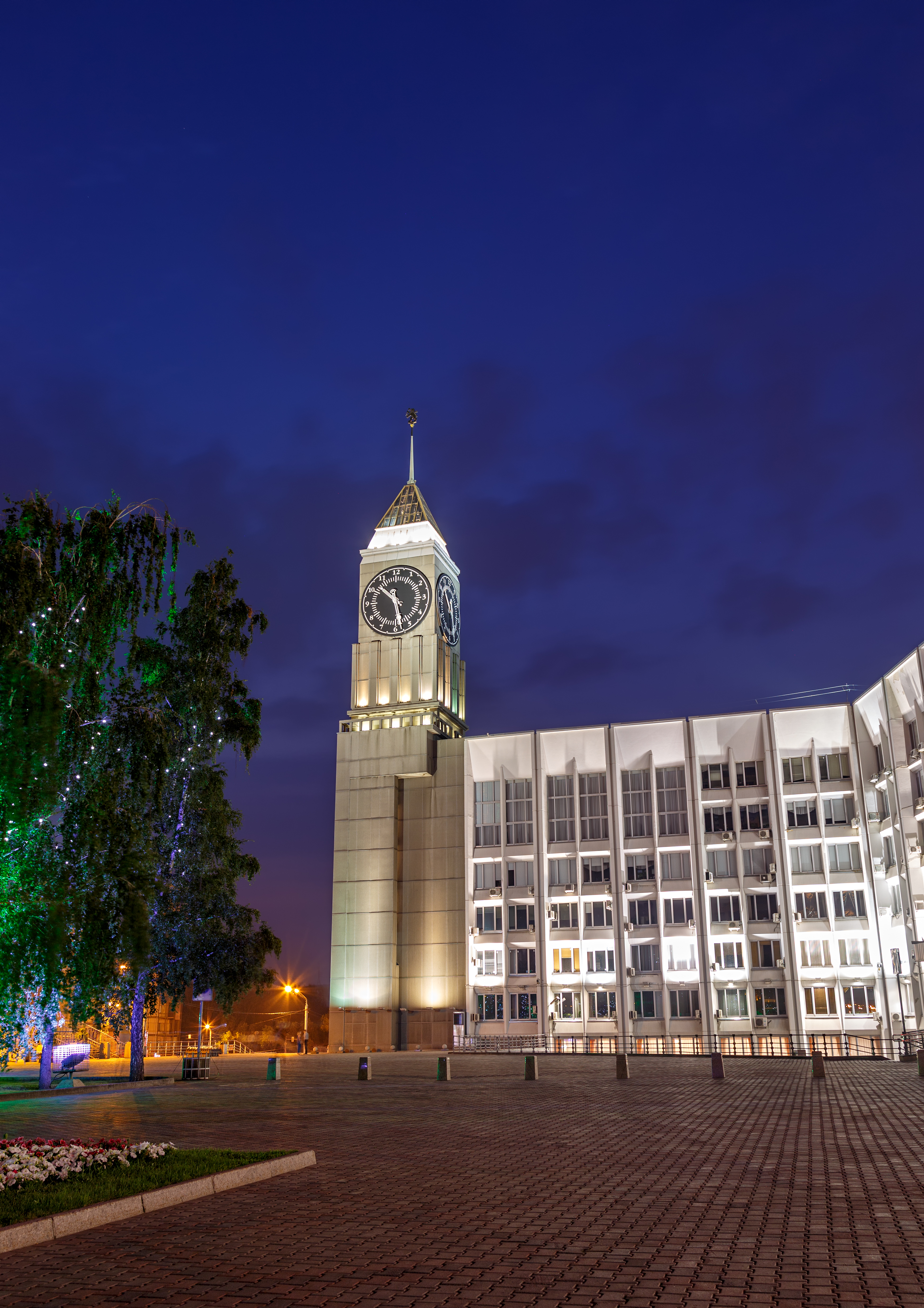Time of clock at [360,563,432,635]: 10:28
